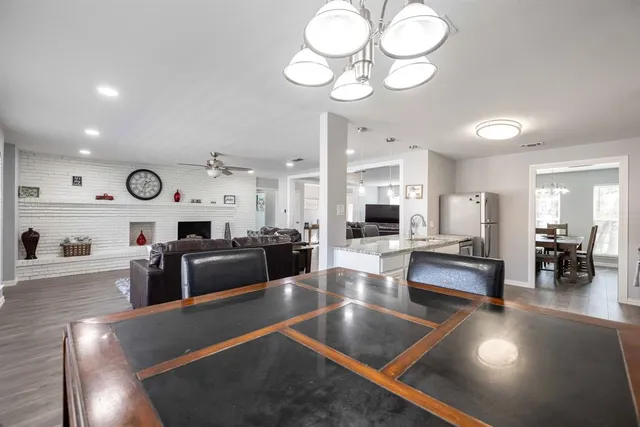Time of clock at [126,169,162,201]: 1:33
